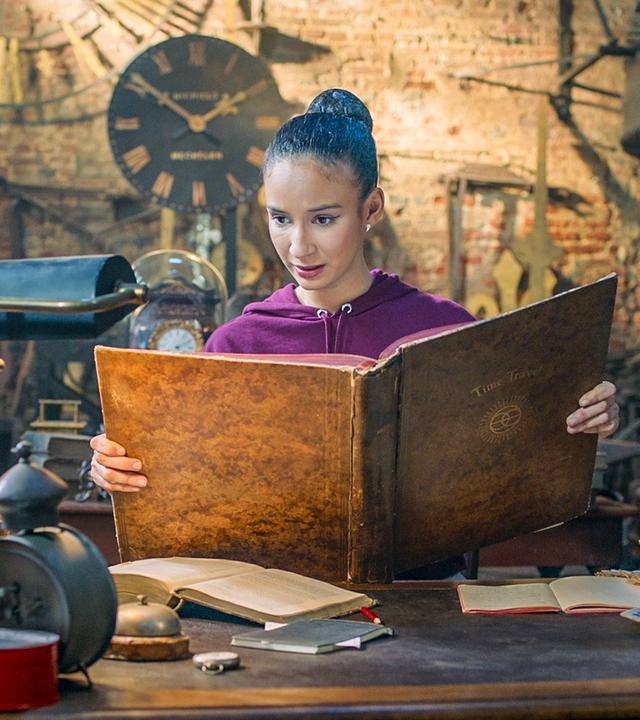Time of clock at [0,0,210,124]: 1:51
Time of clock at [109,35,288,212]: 1:51
